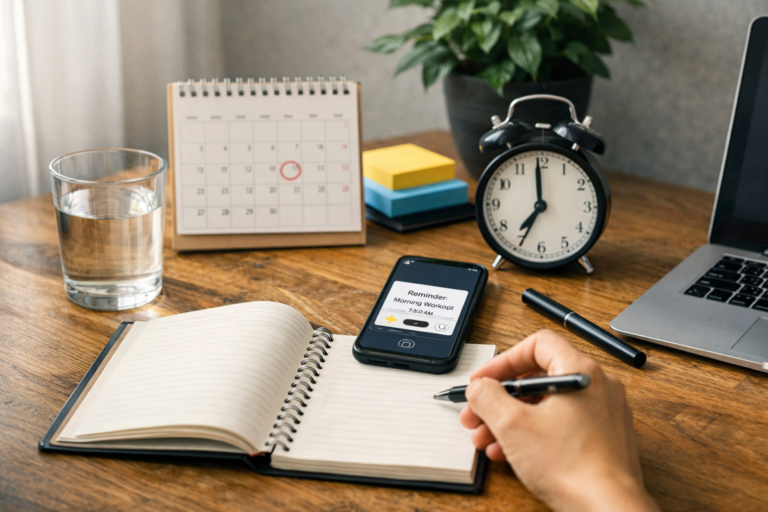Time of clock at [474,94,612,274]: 6:59
